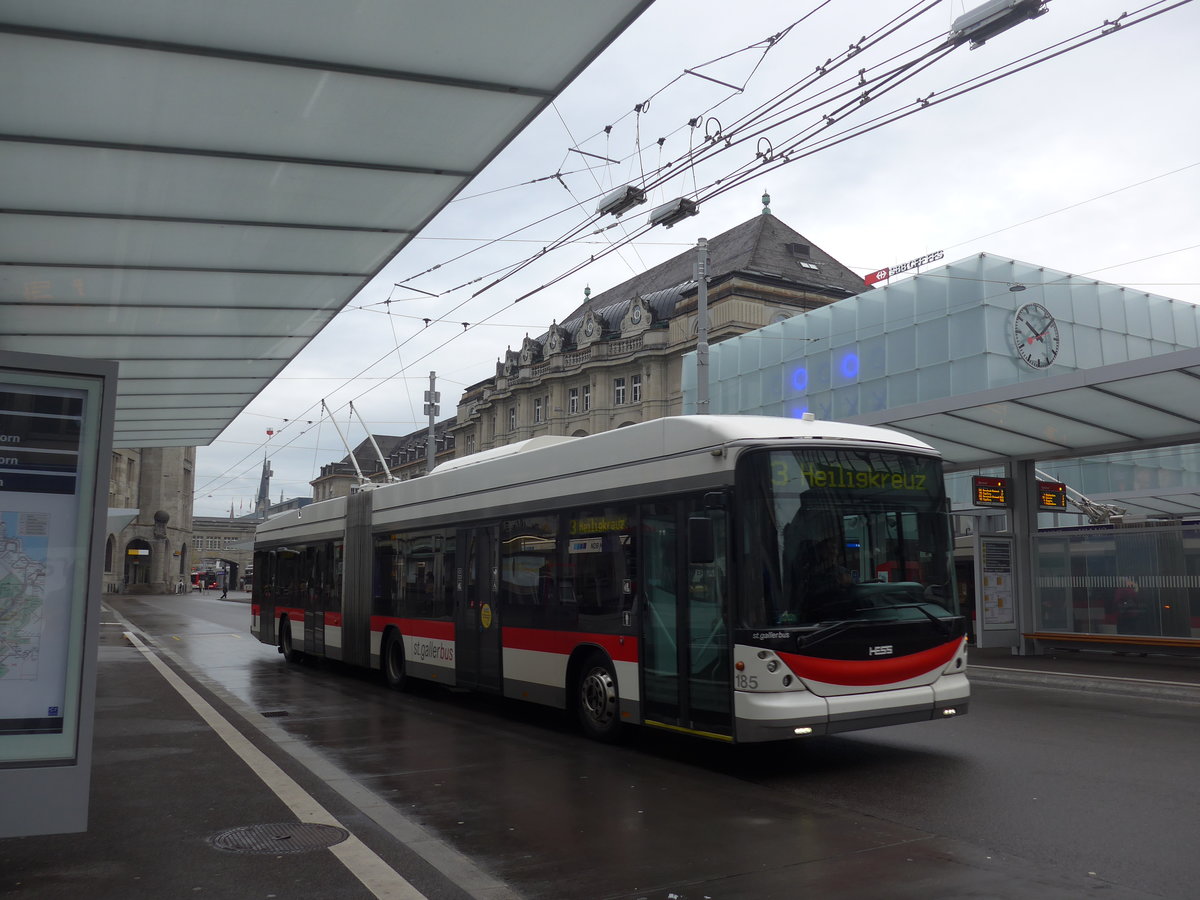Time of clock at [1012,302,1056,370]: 10:07
